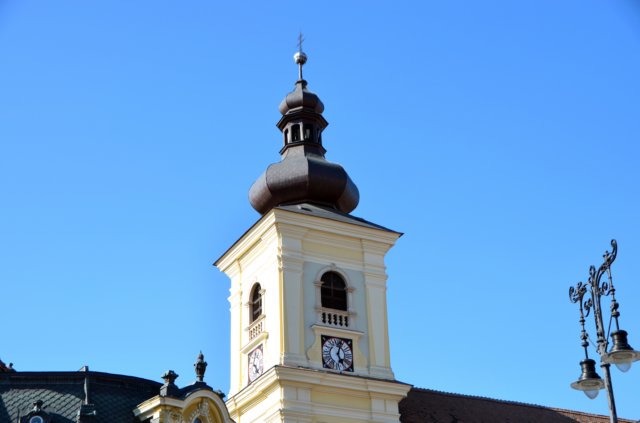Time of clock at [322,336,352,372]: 5:02
